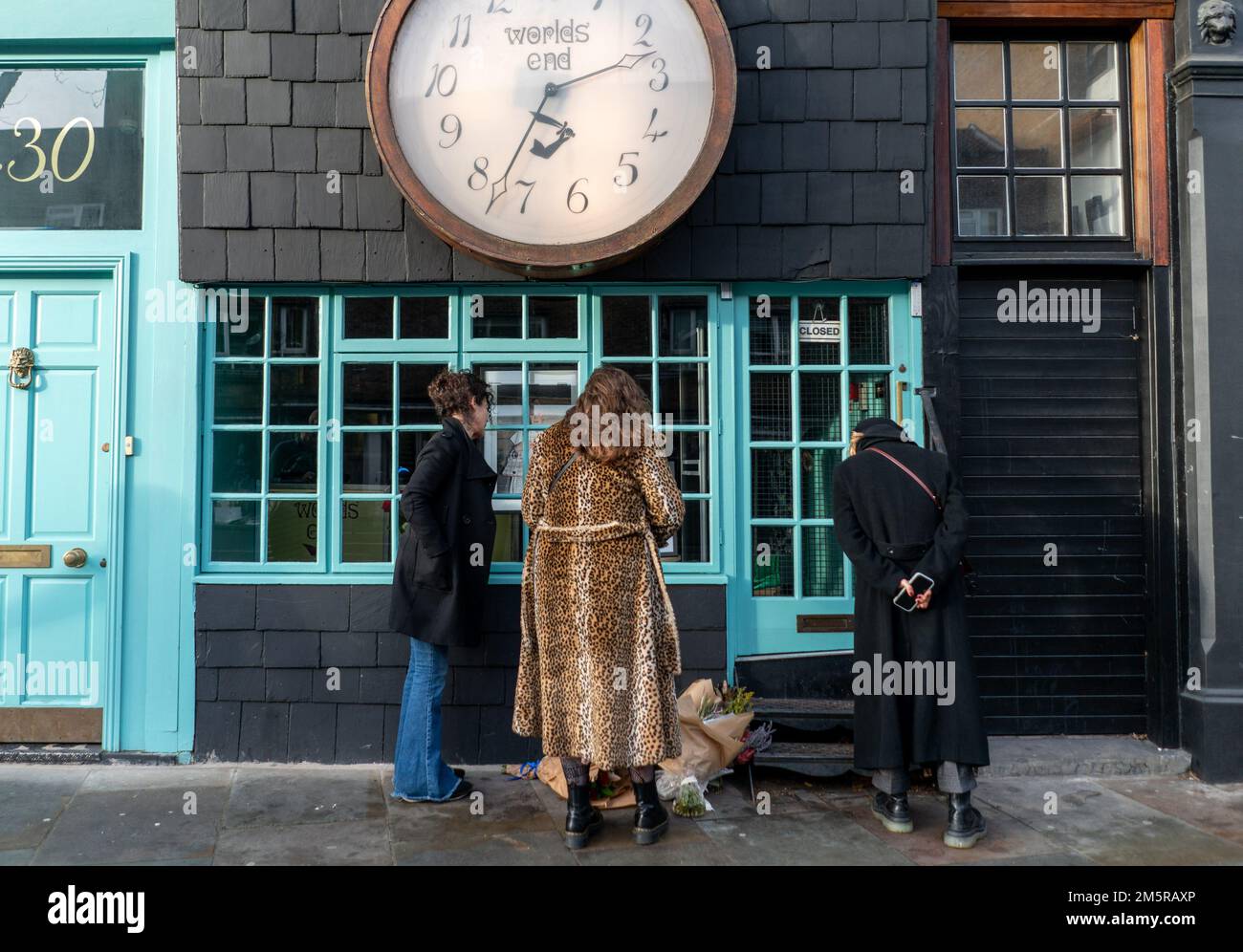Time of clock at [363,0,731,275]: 7:12
